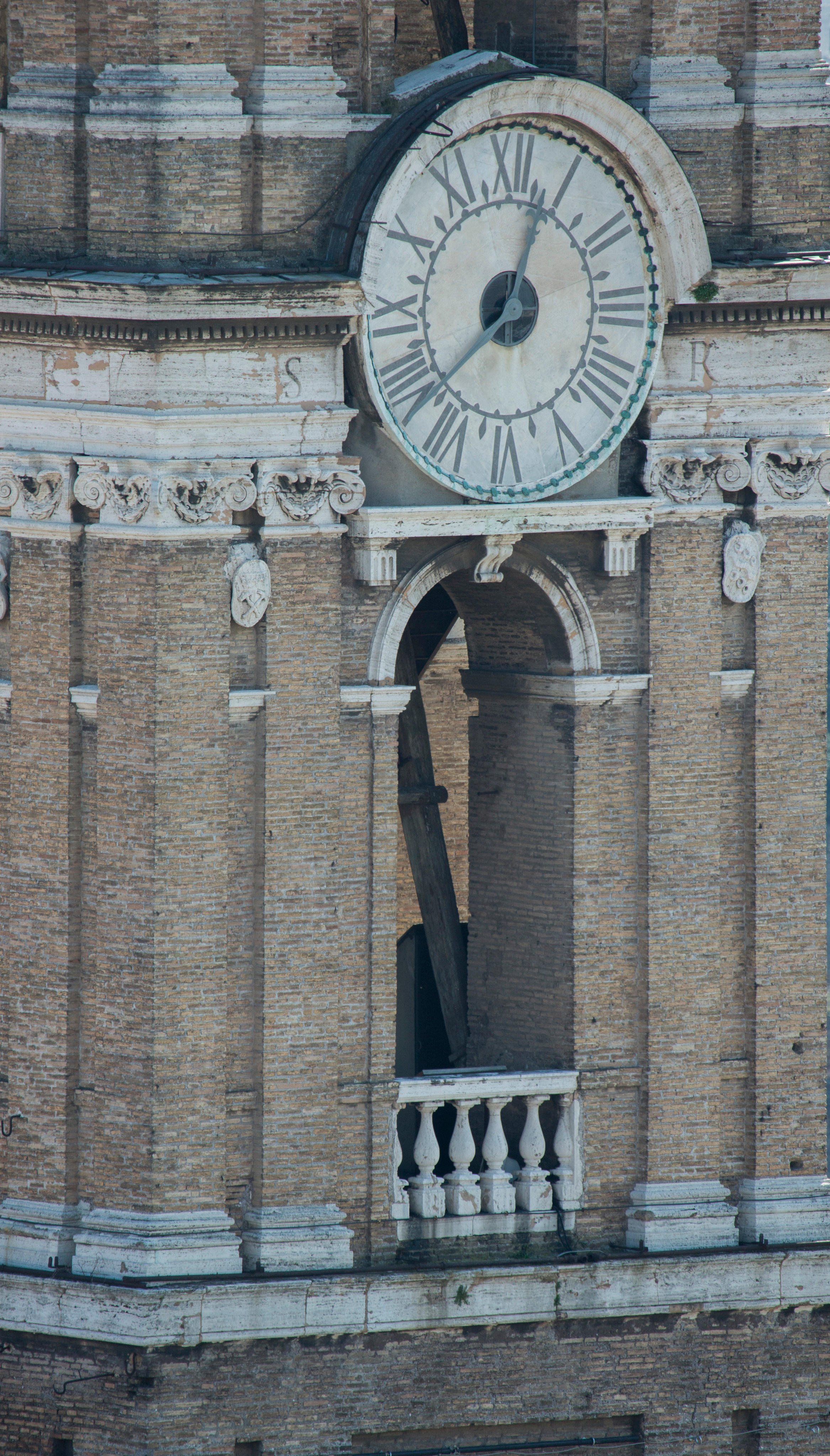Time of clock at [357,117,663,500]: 12:37
